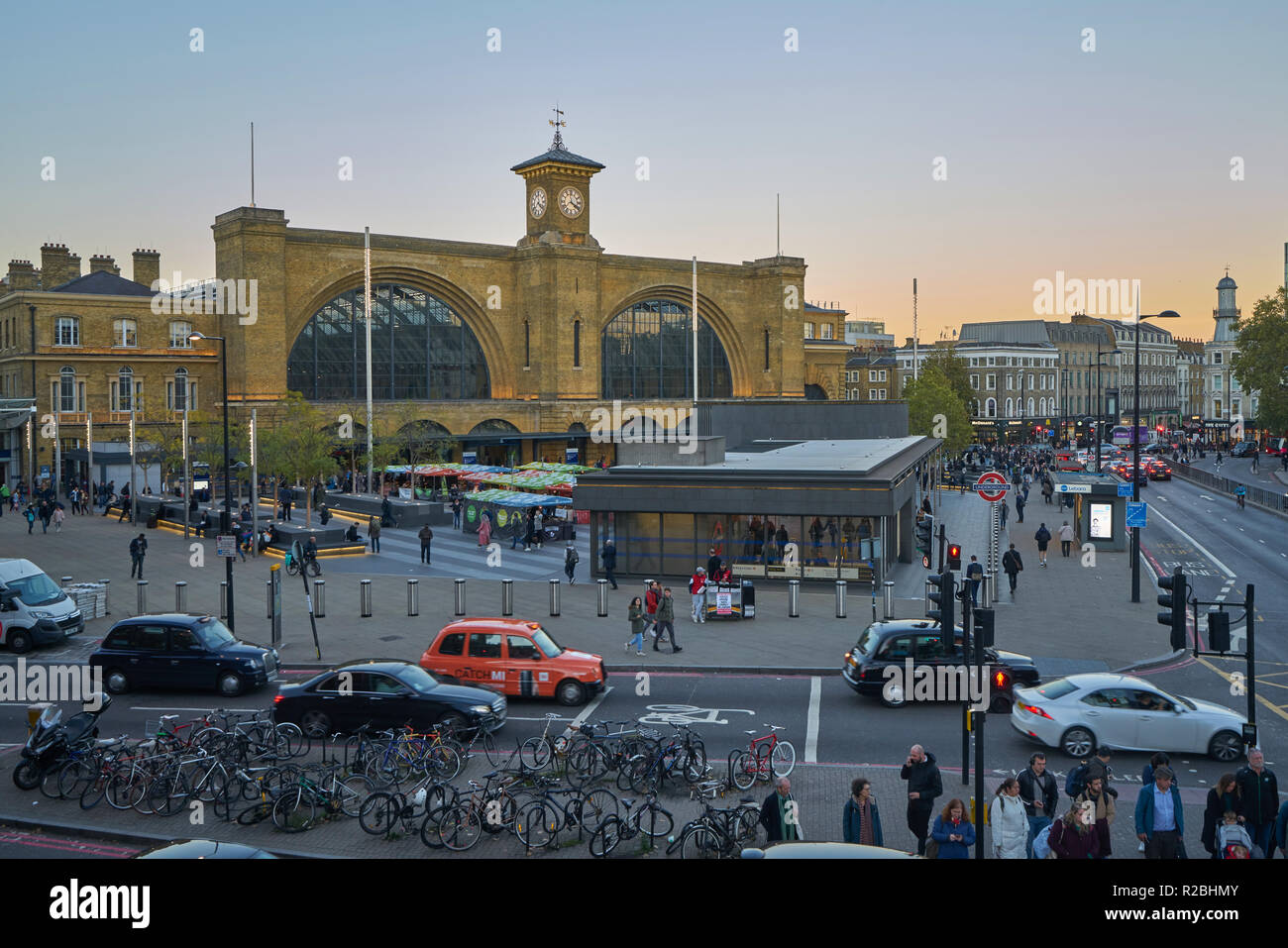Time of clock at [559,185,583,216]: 3:58
